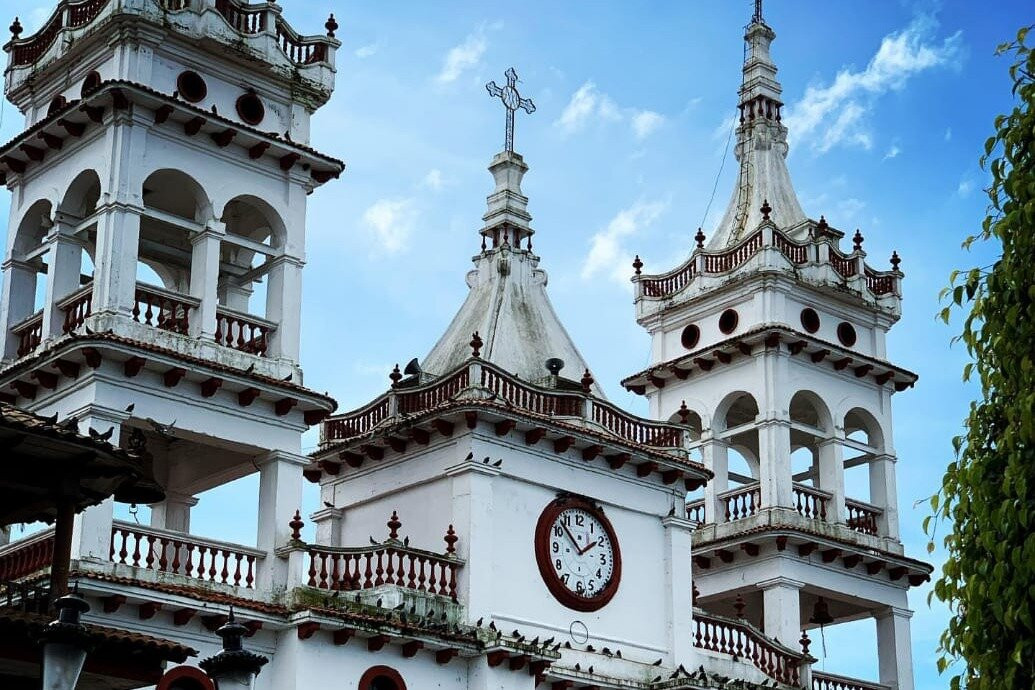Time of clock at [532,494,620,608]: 1:52
